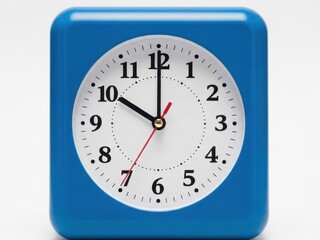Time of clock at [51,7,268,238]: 10:00
